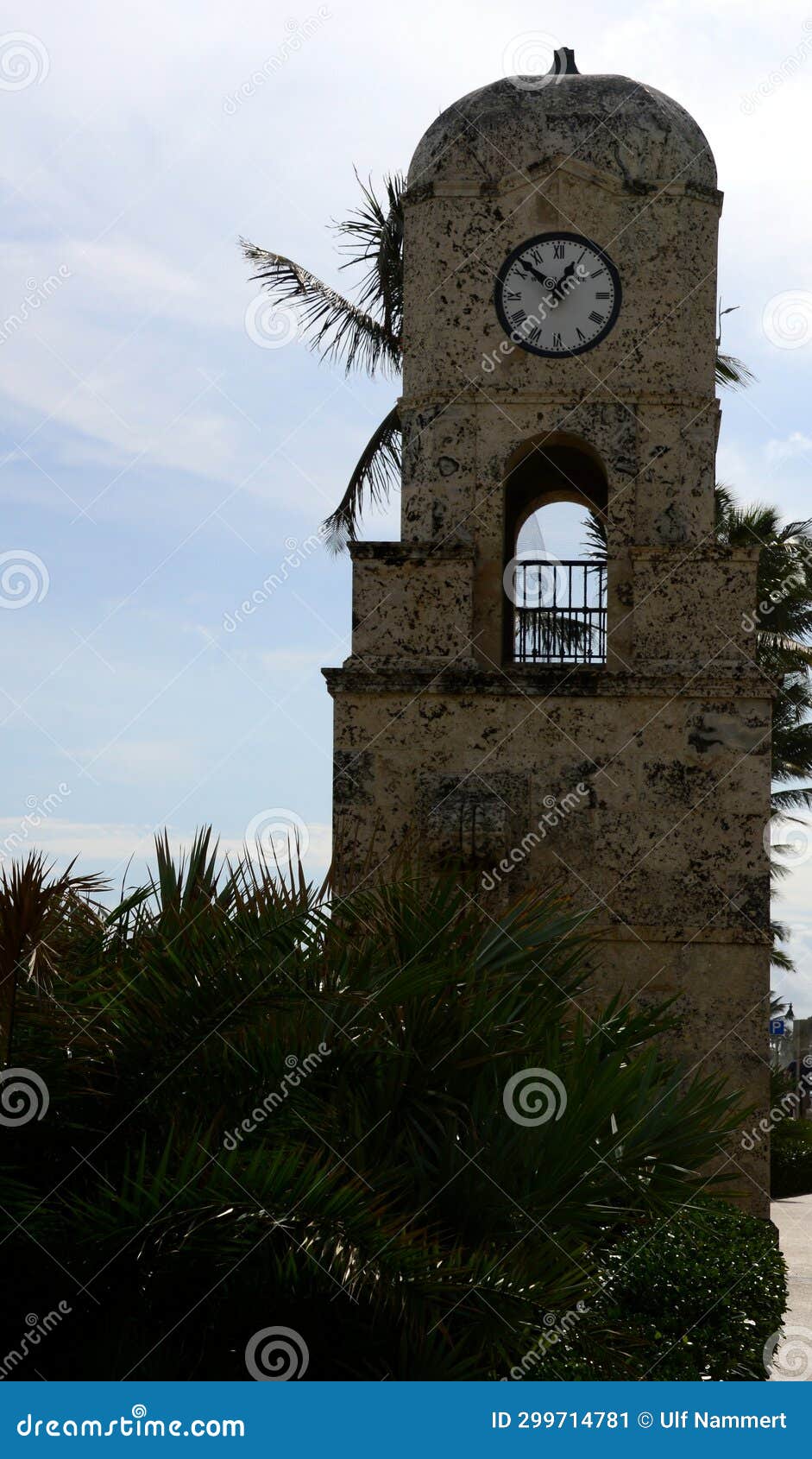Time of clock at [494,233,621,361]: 12:52
